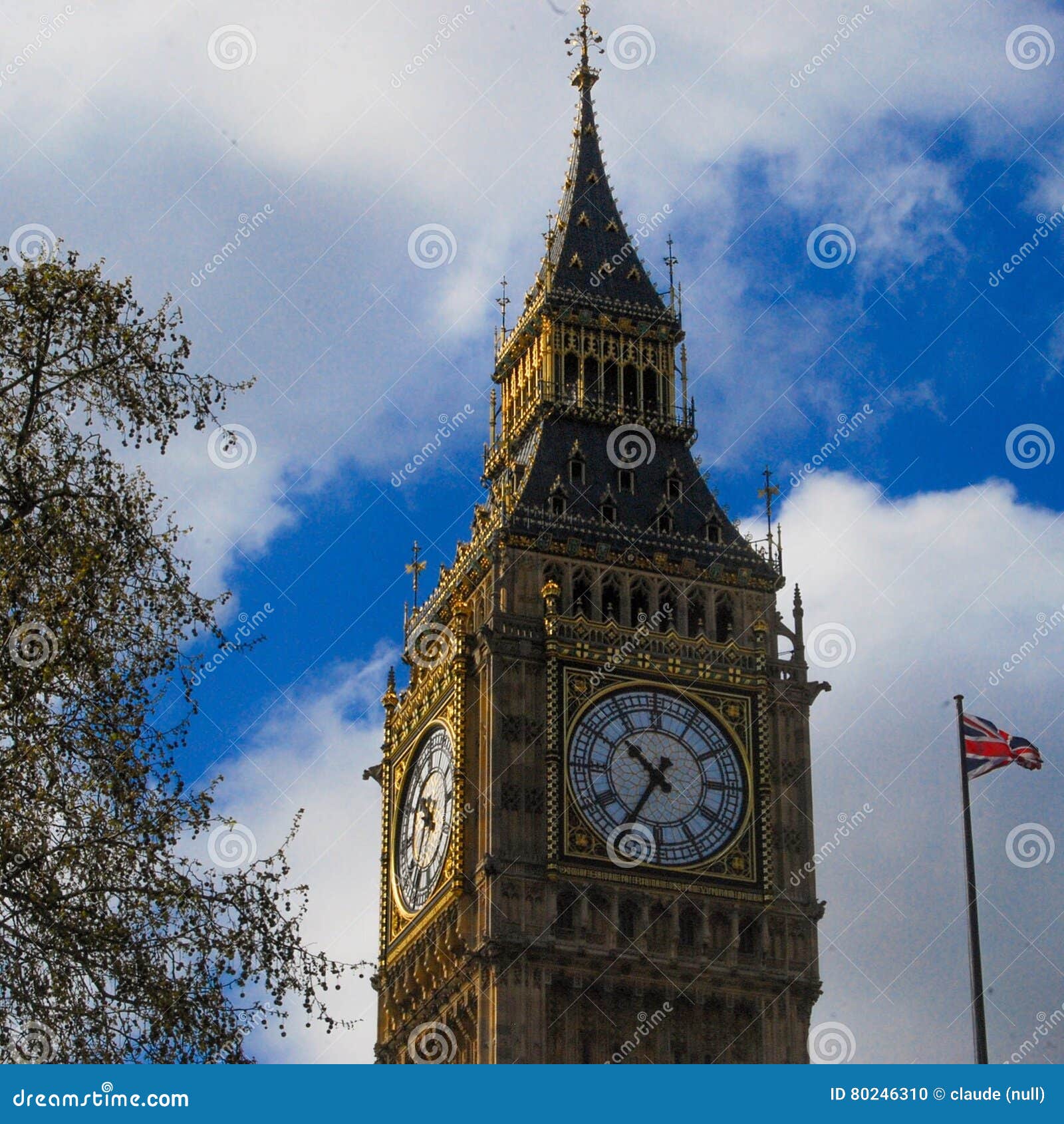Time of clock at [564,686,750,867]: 10:34
